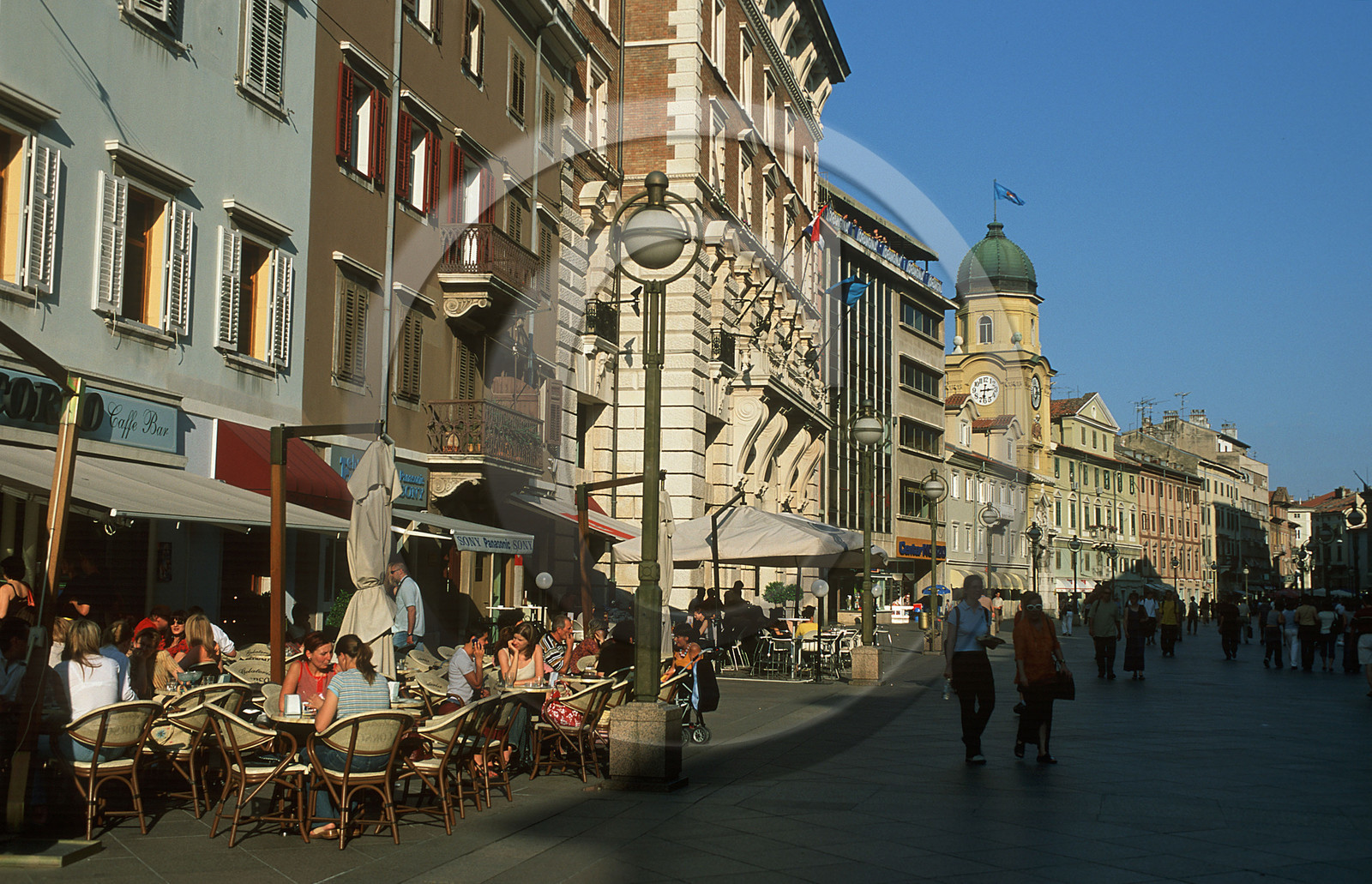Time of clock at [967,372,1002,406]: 6:14
